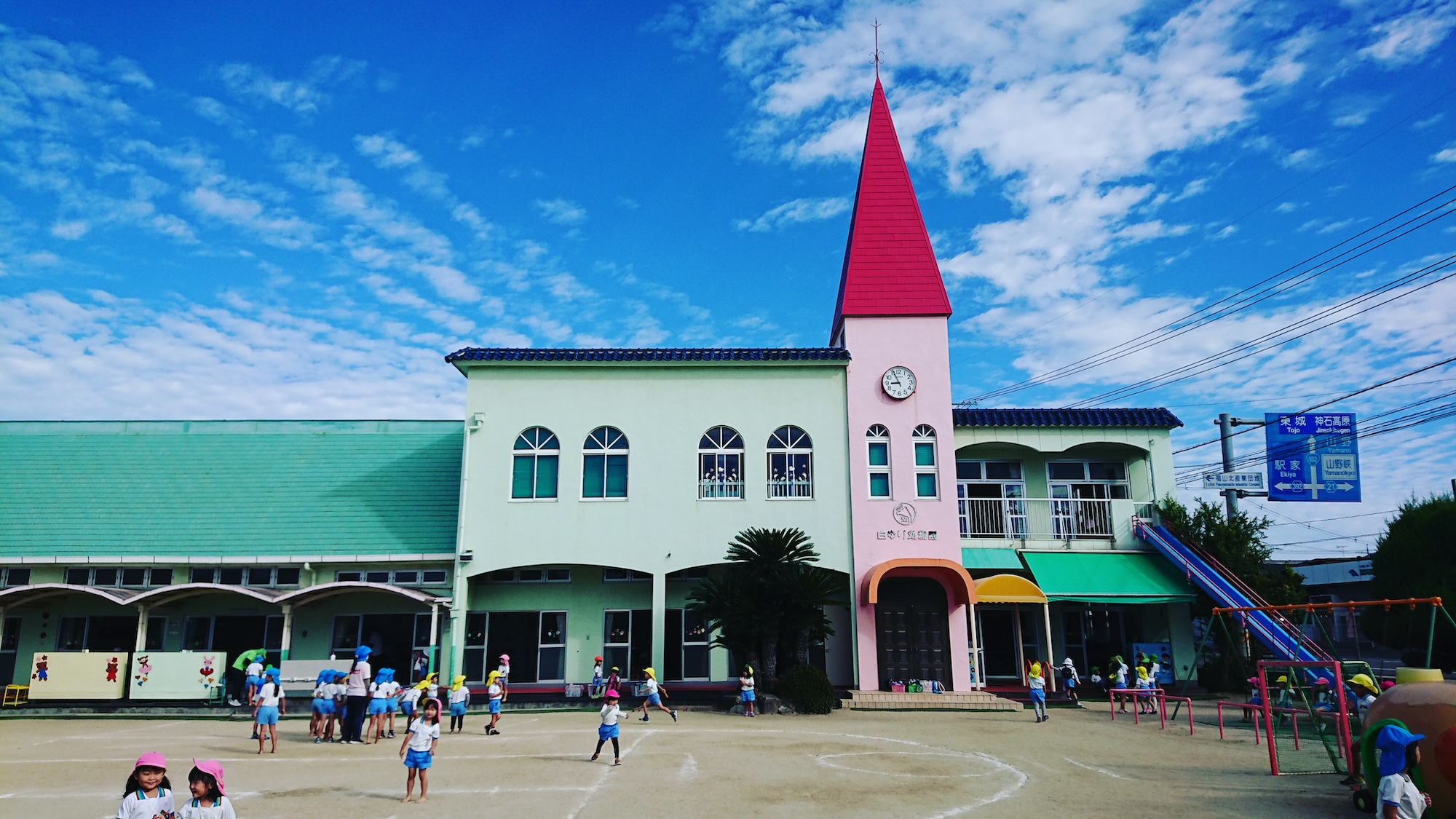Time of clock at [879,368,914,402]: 8:56
